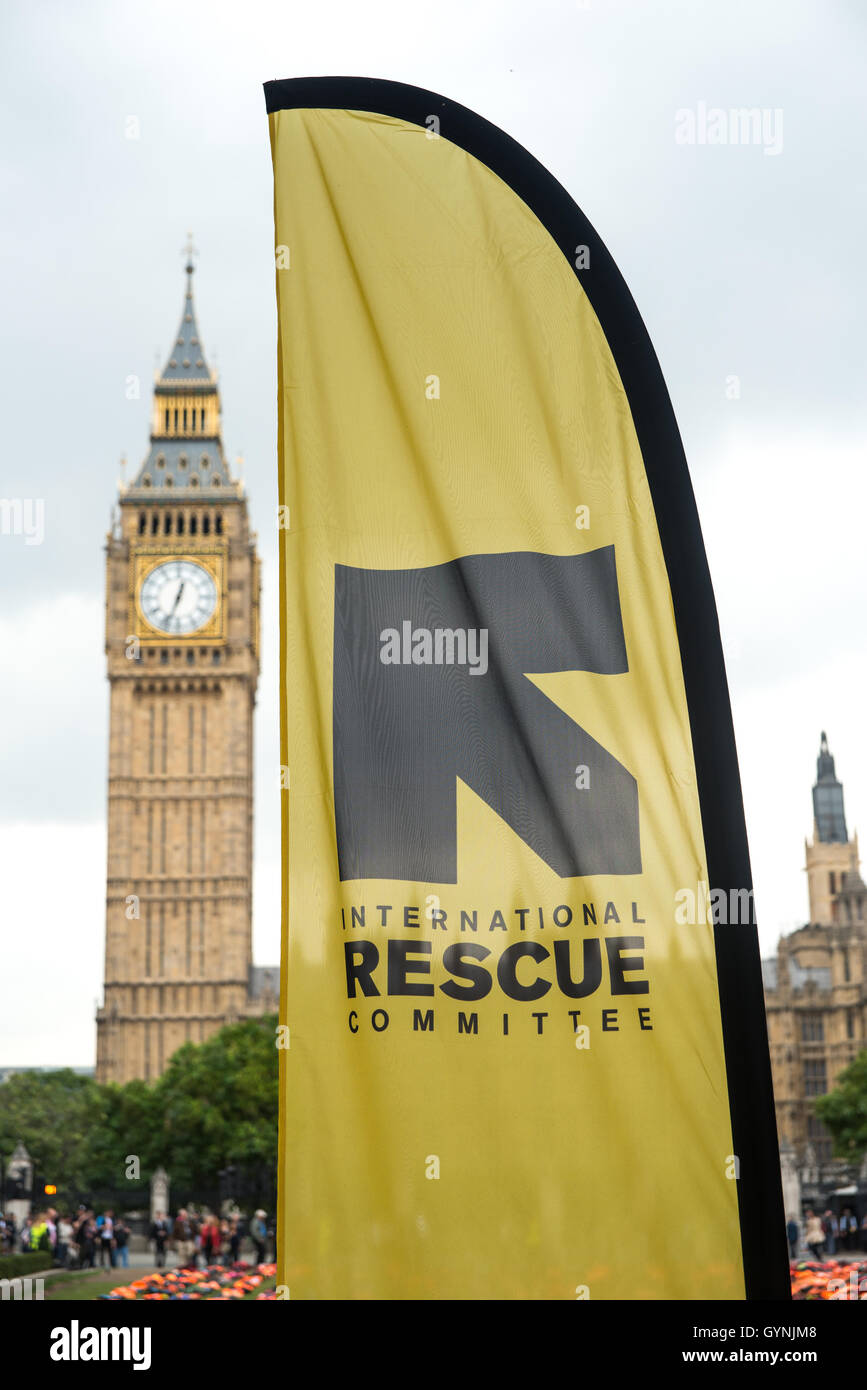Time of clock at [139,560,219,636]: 12:33
